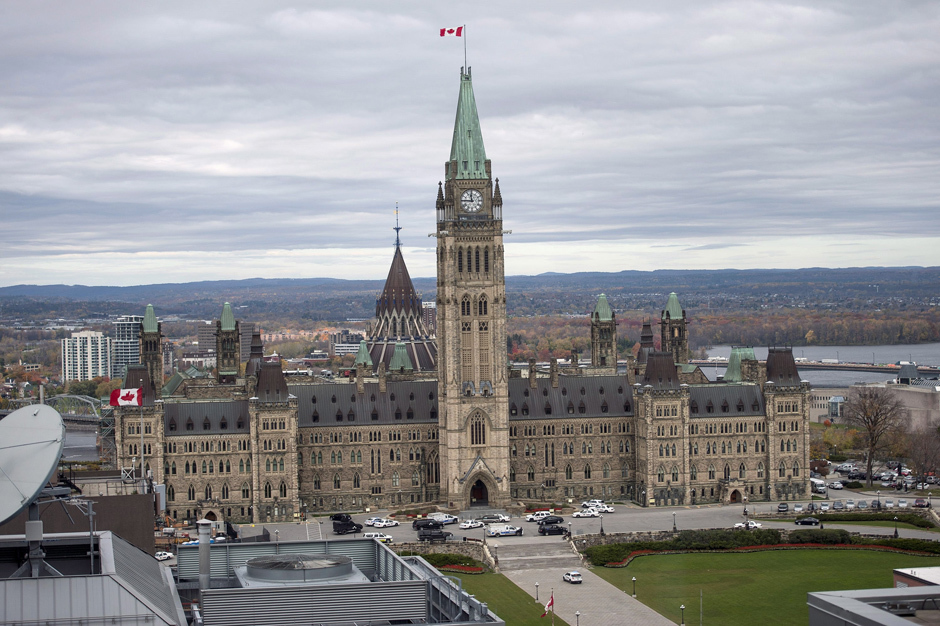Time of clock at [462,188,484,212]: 11:45
